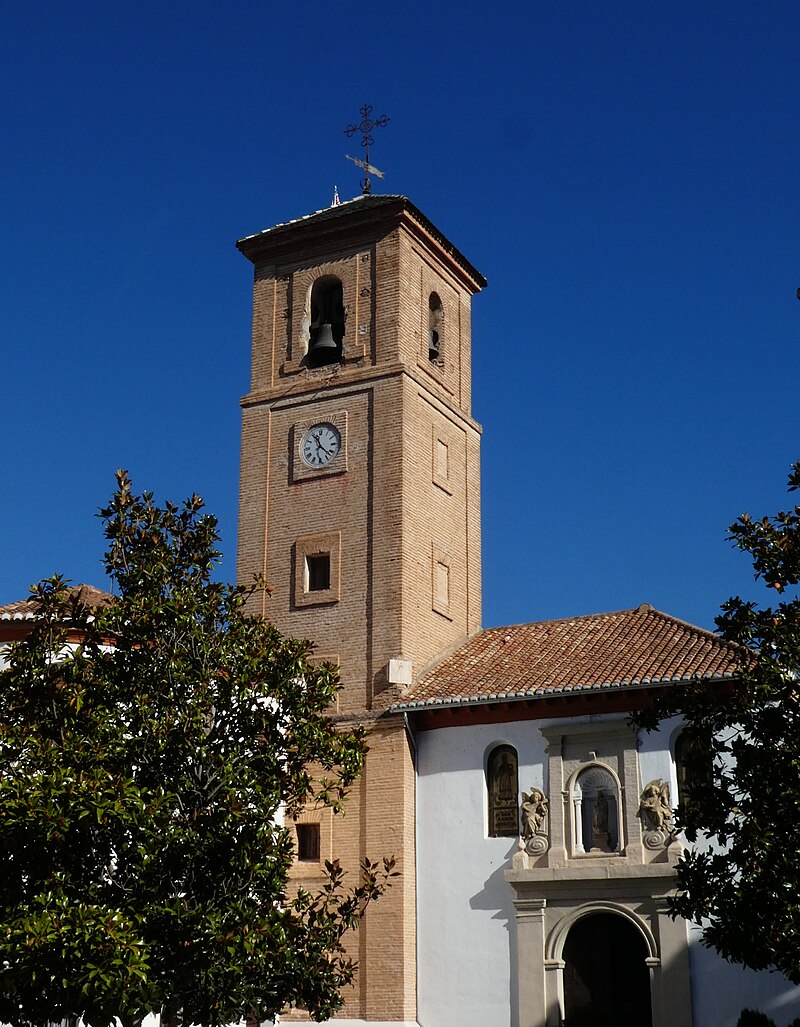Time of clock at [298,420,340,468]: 11:22
